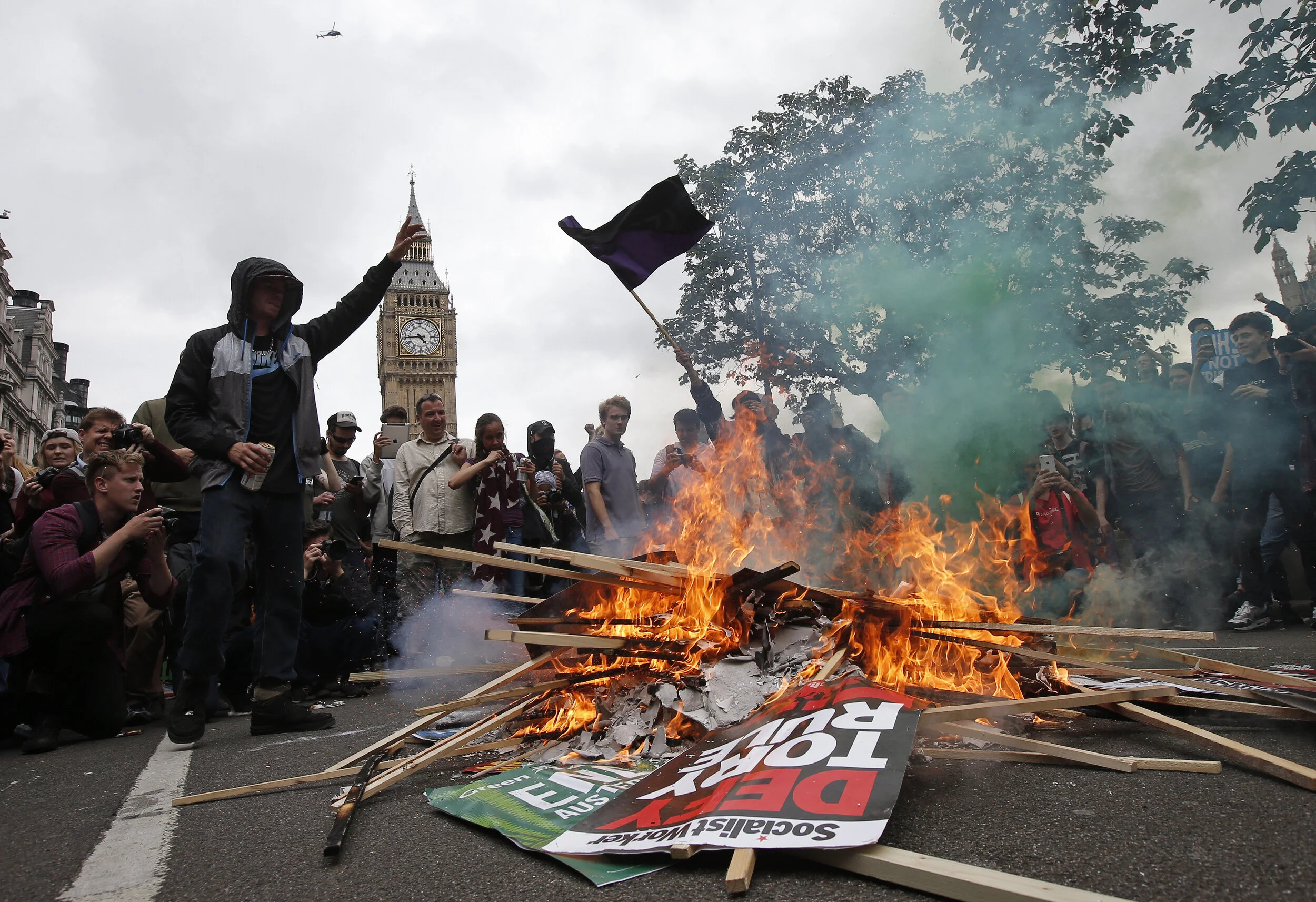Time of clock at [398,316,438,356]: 4:44
